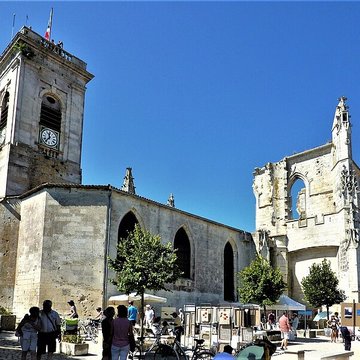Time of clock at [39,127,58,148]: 11:36
